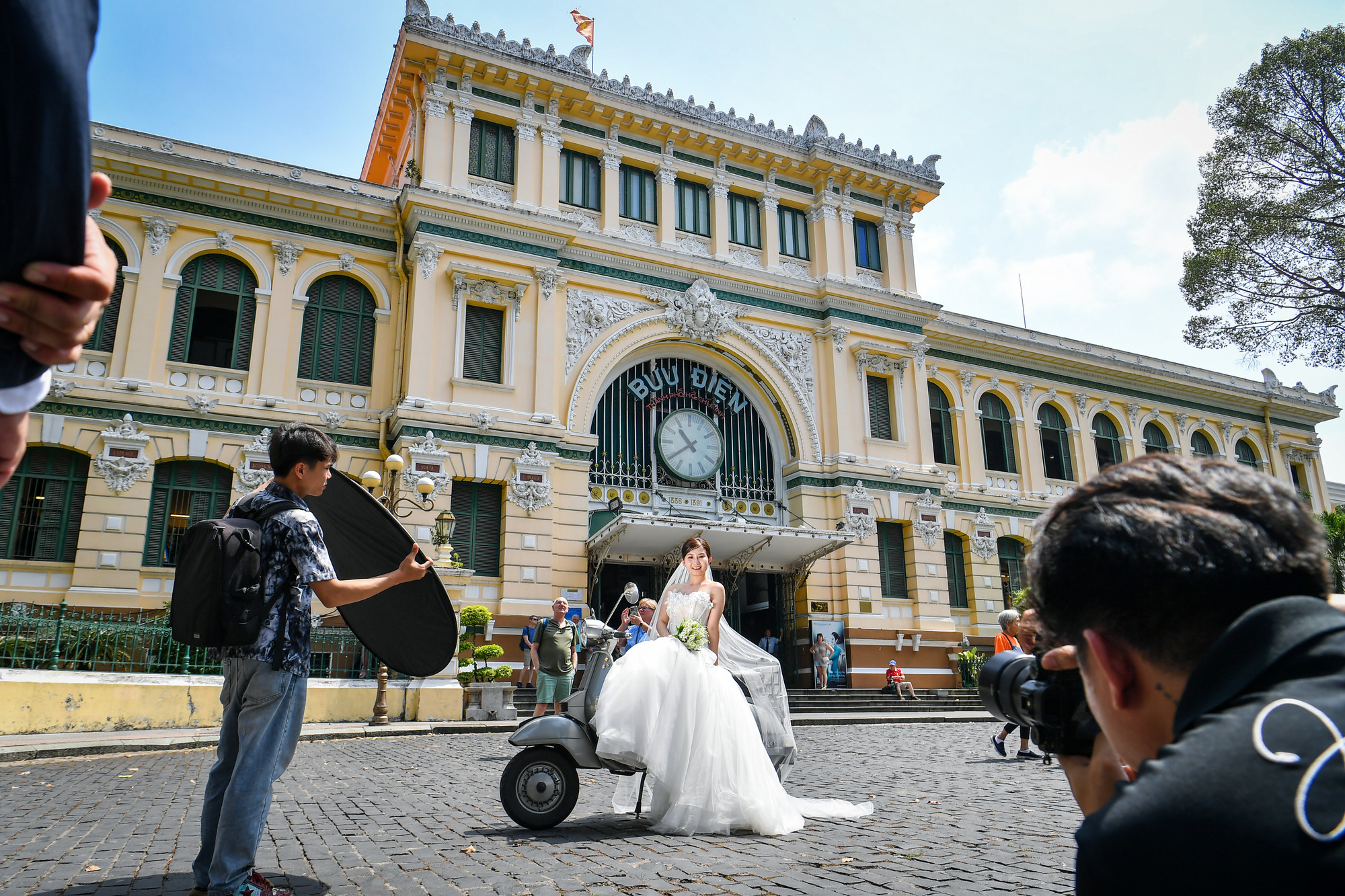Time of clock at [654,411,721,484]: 10:39
